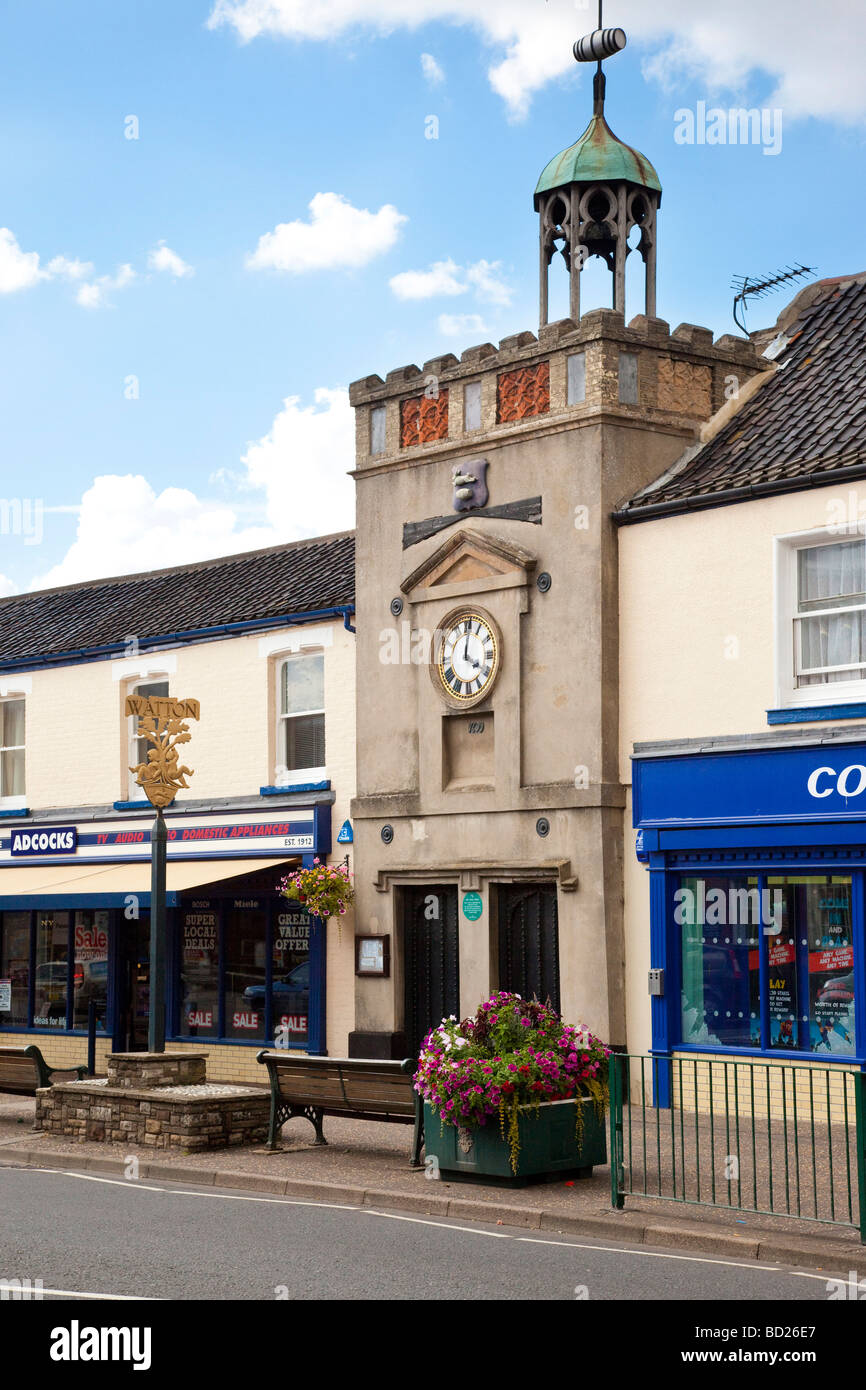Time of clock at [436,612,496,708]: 4:00
